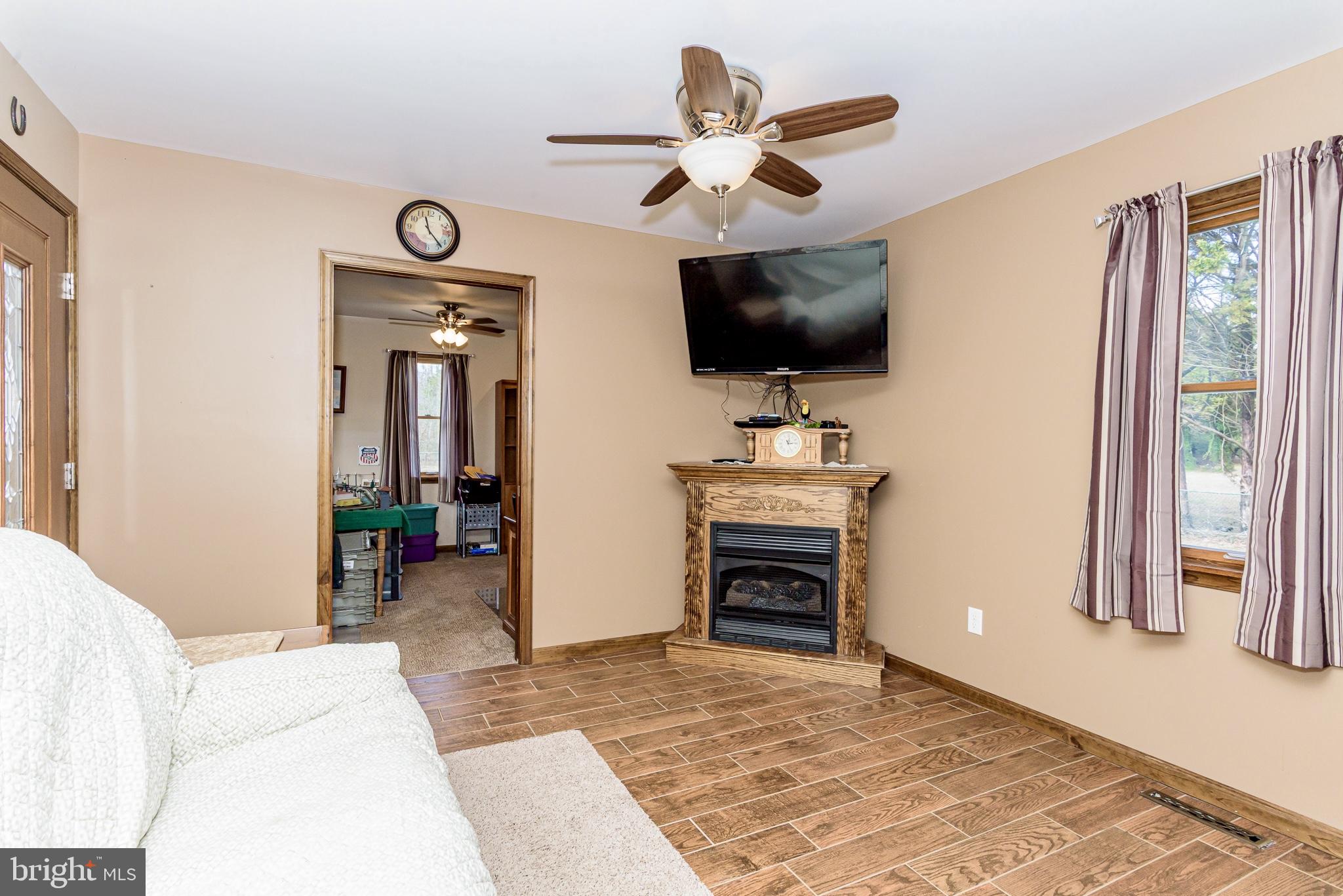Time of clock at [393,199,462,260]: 11:23
